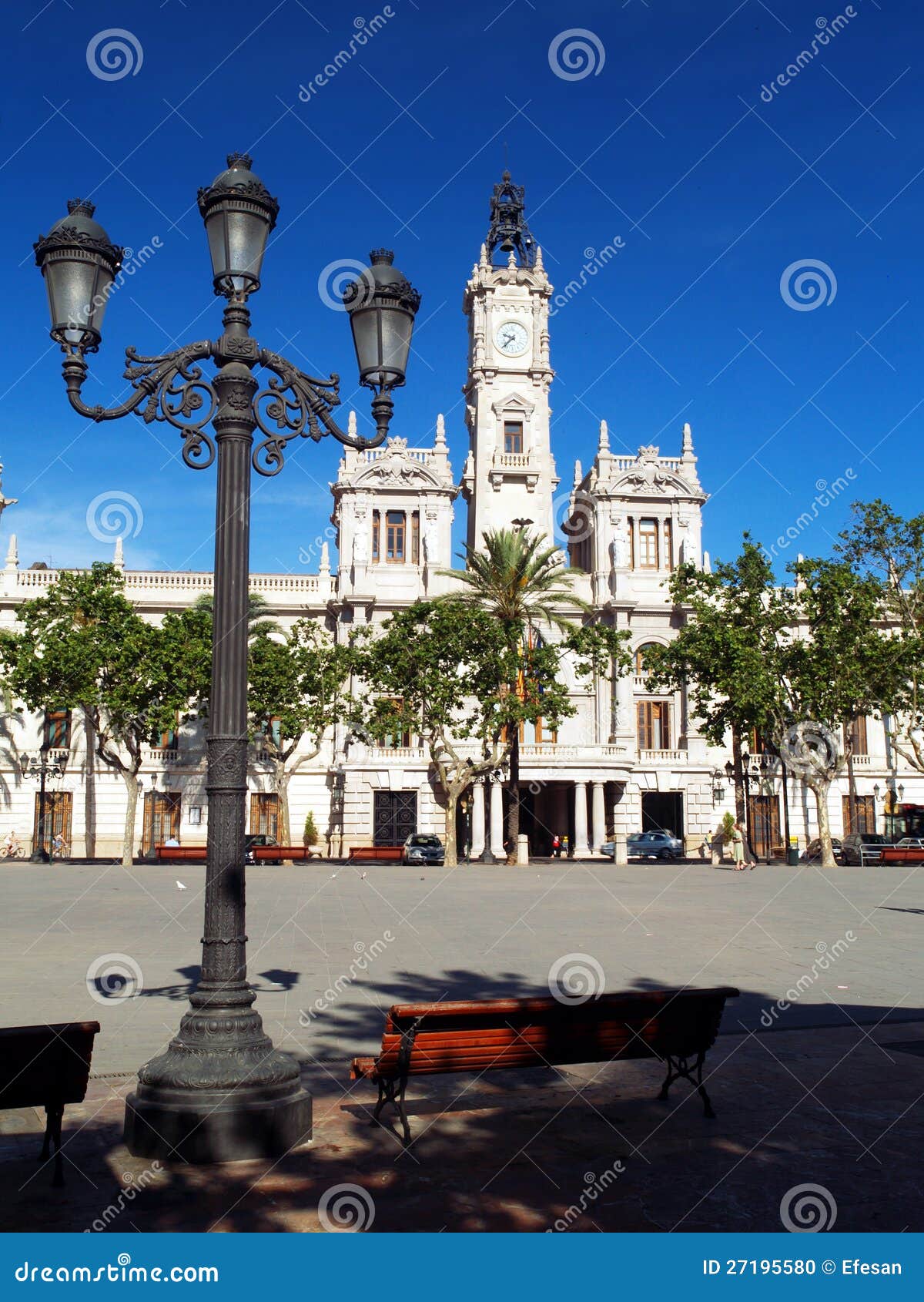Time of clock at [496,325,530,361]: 9:38
